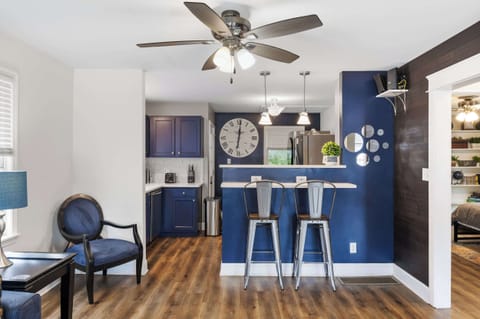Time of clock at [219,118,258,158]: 6:00
